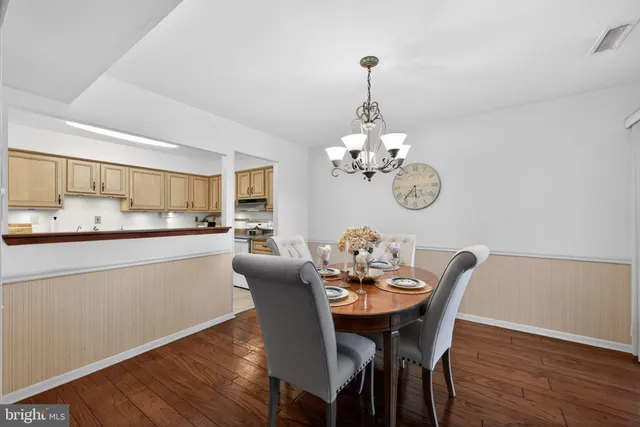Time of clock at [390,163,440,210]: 5:36
